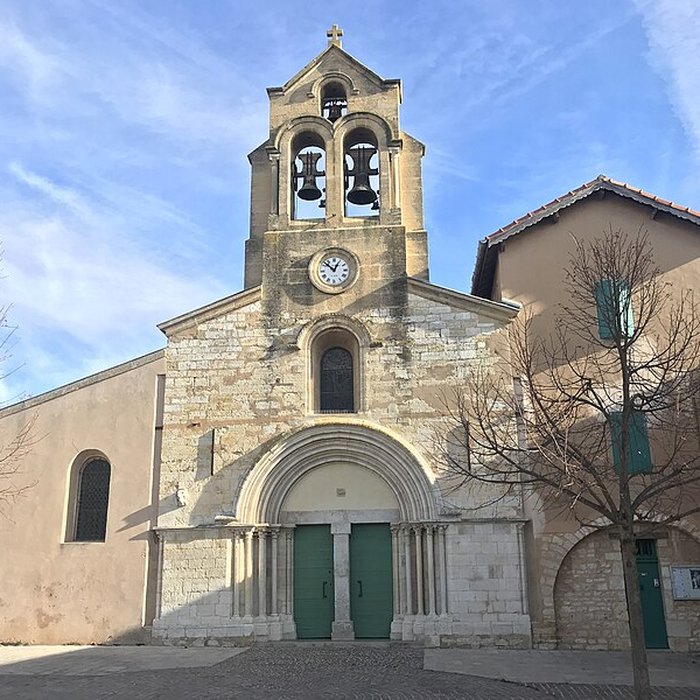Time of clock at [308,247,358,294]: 12:52
